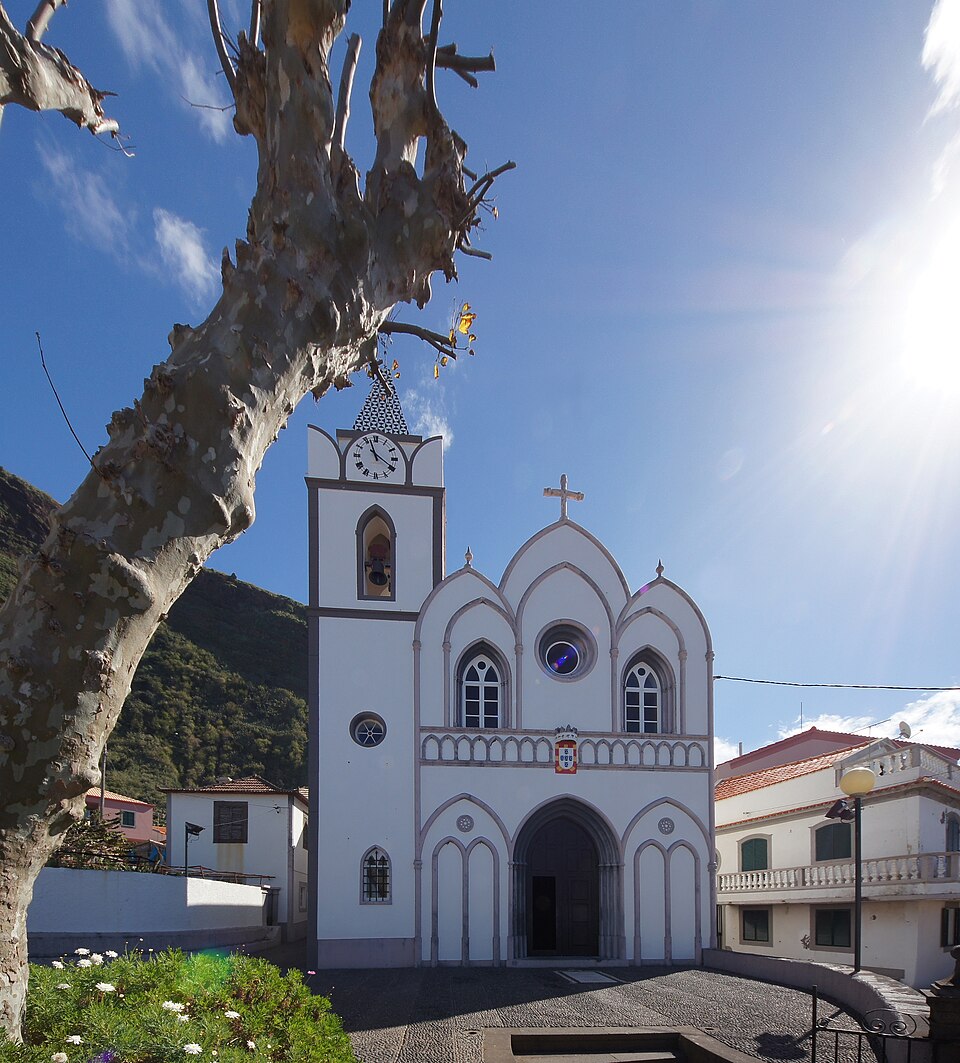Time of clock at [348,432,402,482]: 11:20
